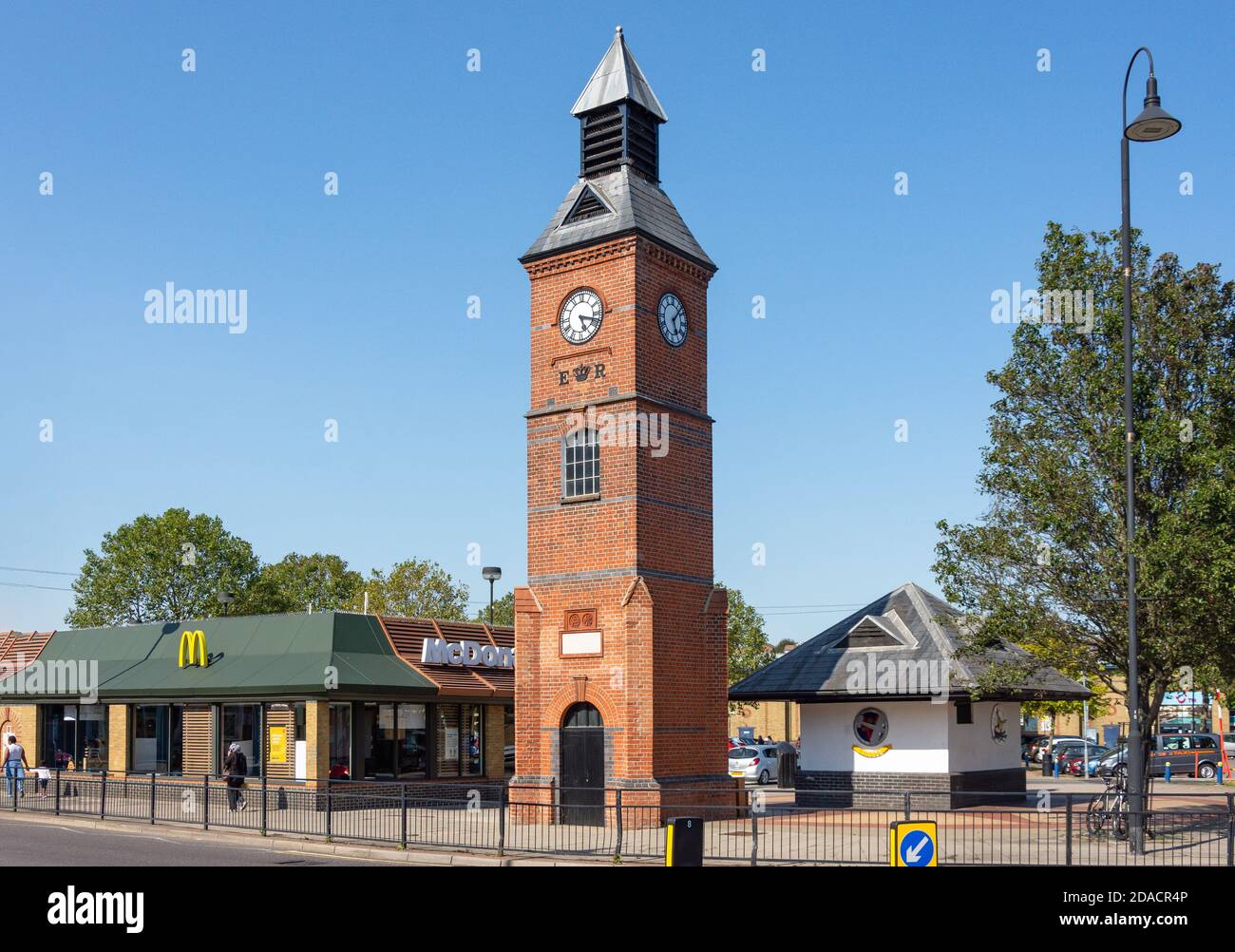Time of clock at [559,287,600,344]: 5:17
